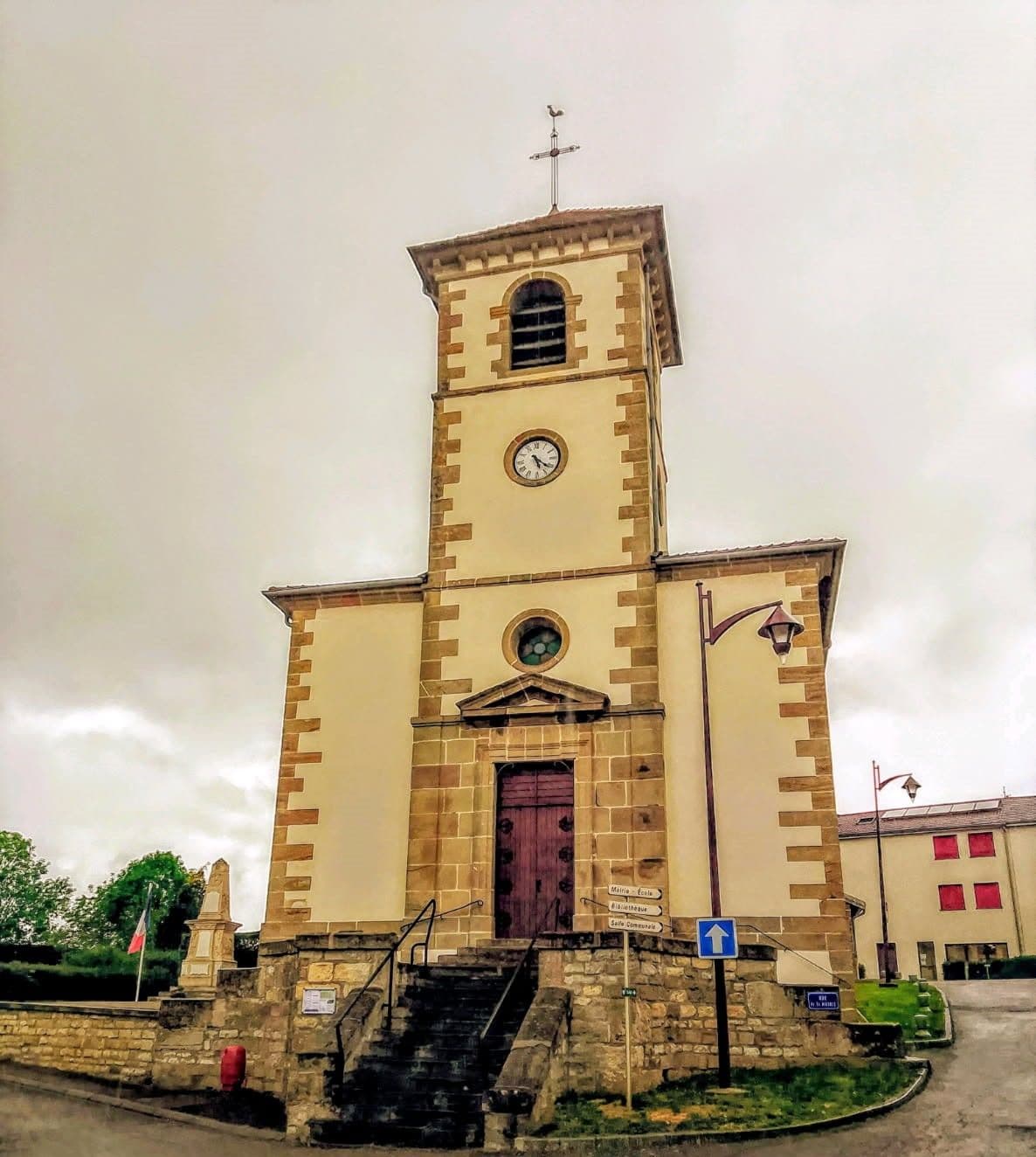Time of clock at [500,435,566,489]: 5:21
